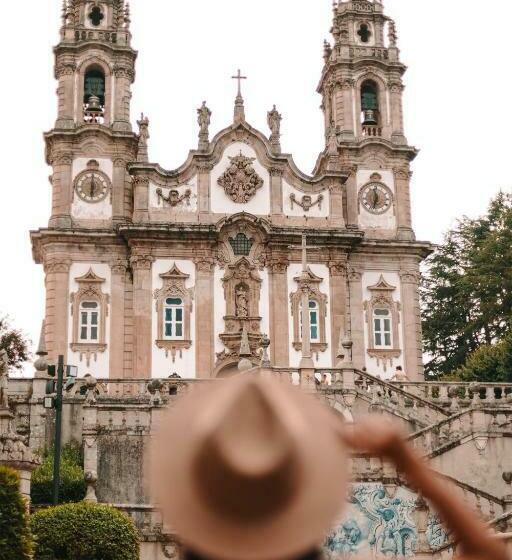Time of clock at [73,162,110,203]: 6:00
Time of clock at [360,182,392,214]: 11:32
